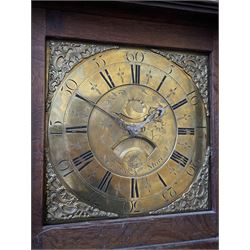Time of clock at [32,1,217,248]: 3:49
